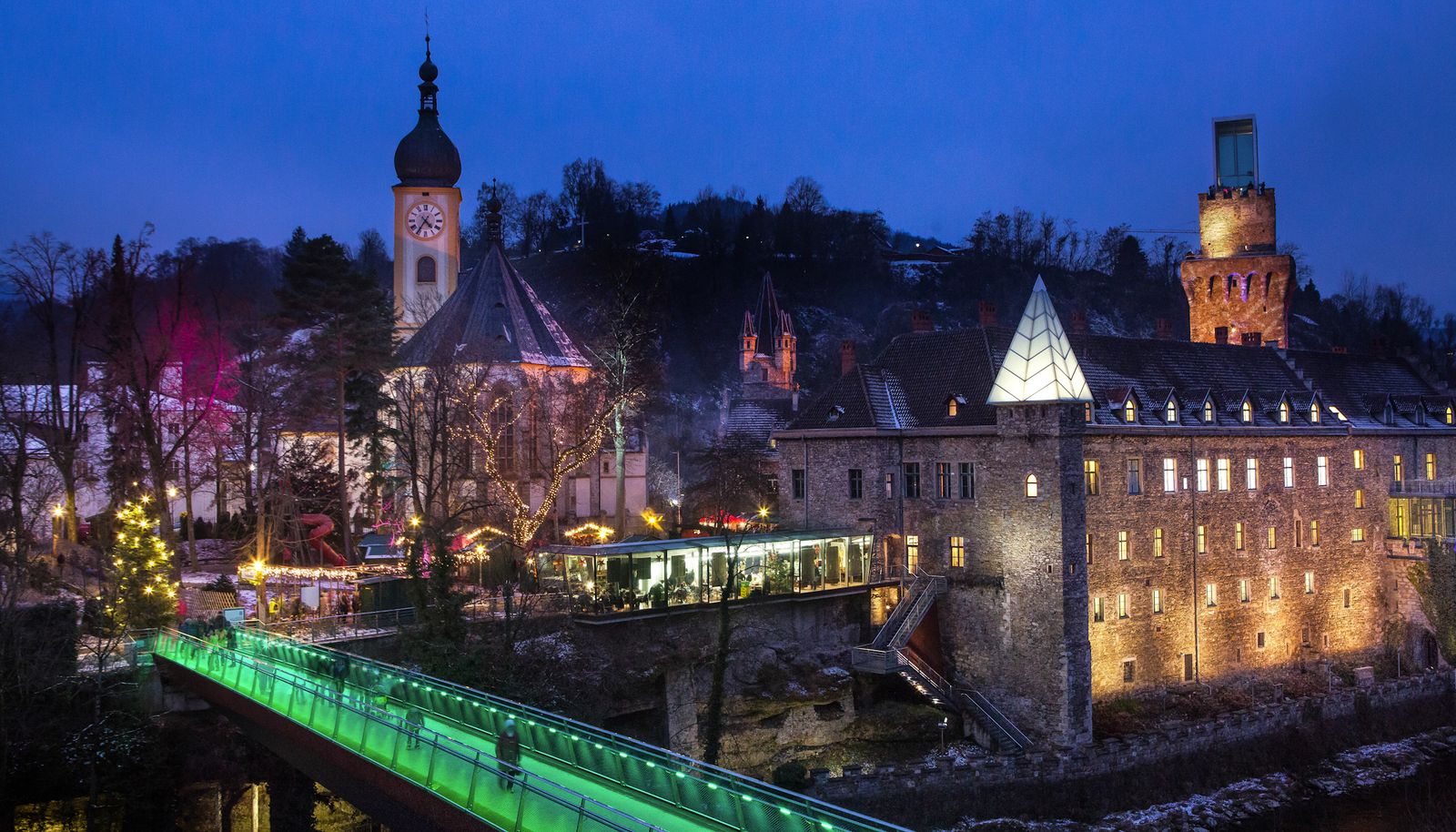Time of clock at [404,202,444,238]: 4:35
